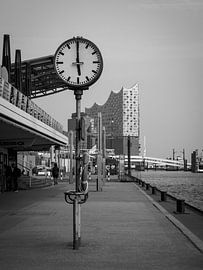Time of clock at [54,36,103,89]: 5:59
